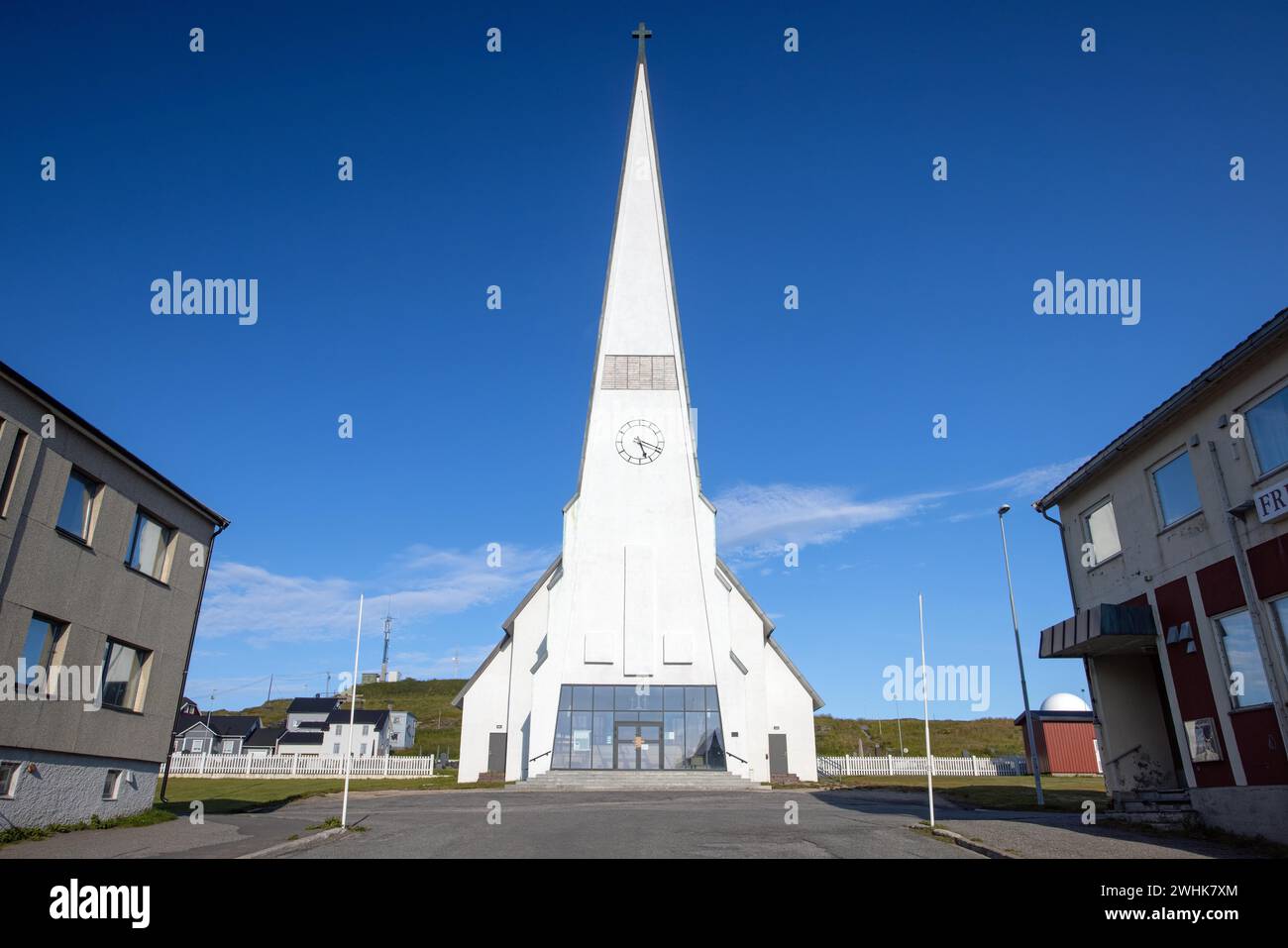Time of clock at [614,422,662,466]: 5:18
